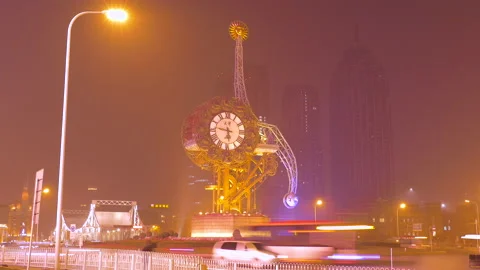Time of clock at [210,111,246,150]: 5:46
